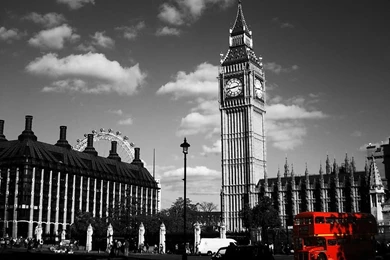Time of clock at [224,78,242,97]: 2:43
